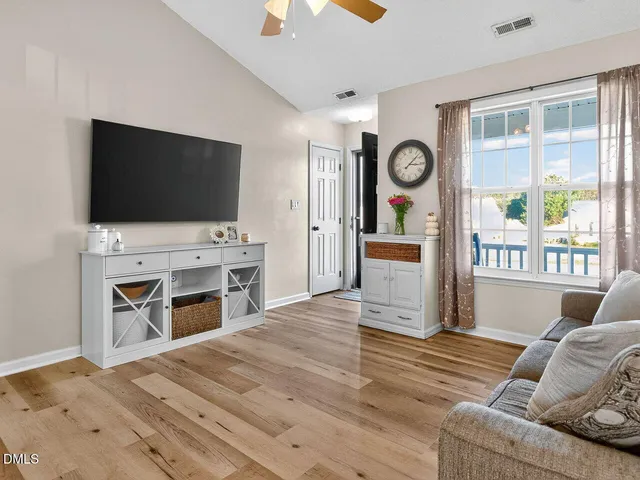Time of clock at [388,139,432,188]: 3:07
